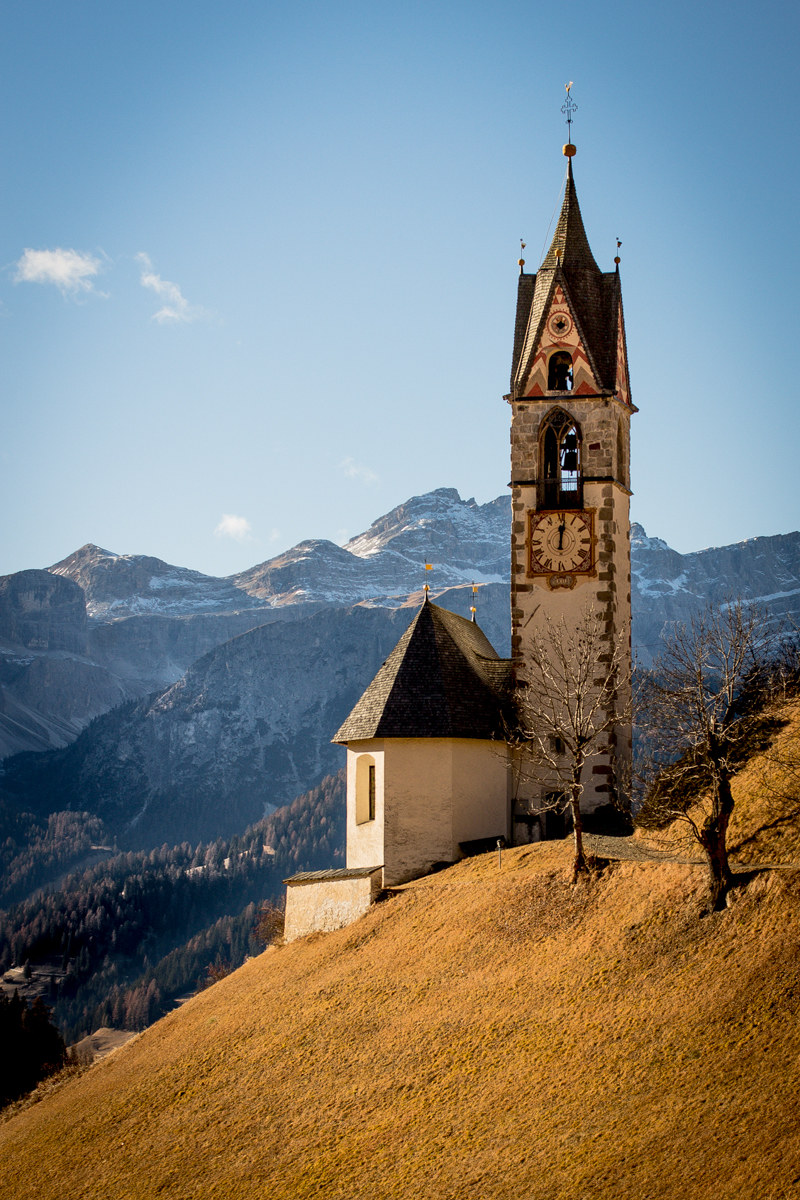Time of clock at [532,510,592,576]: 12:01
